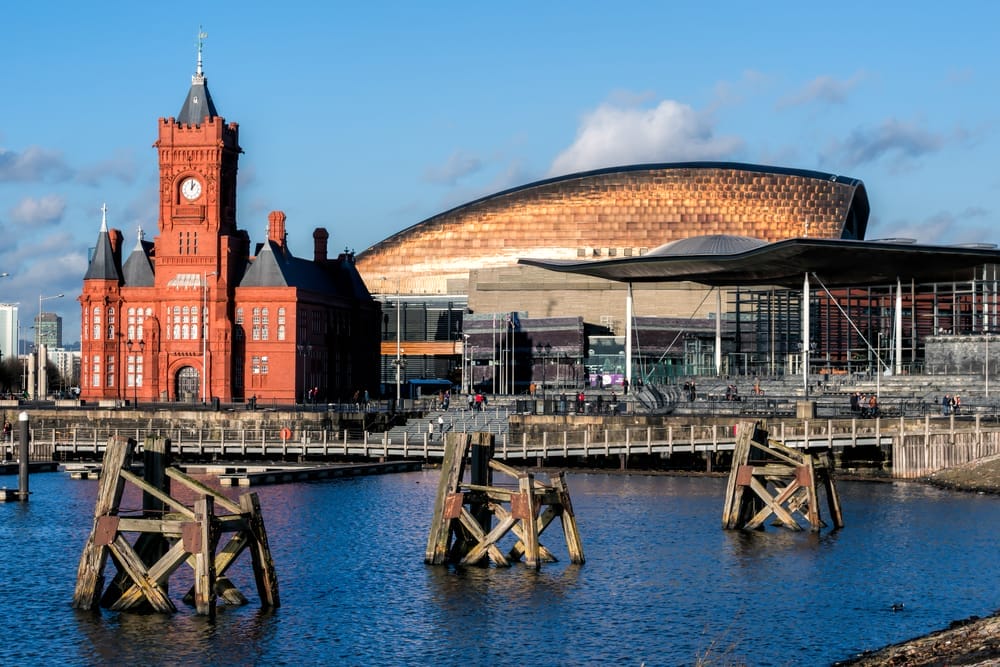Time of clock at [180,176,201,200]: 1:01
